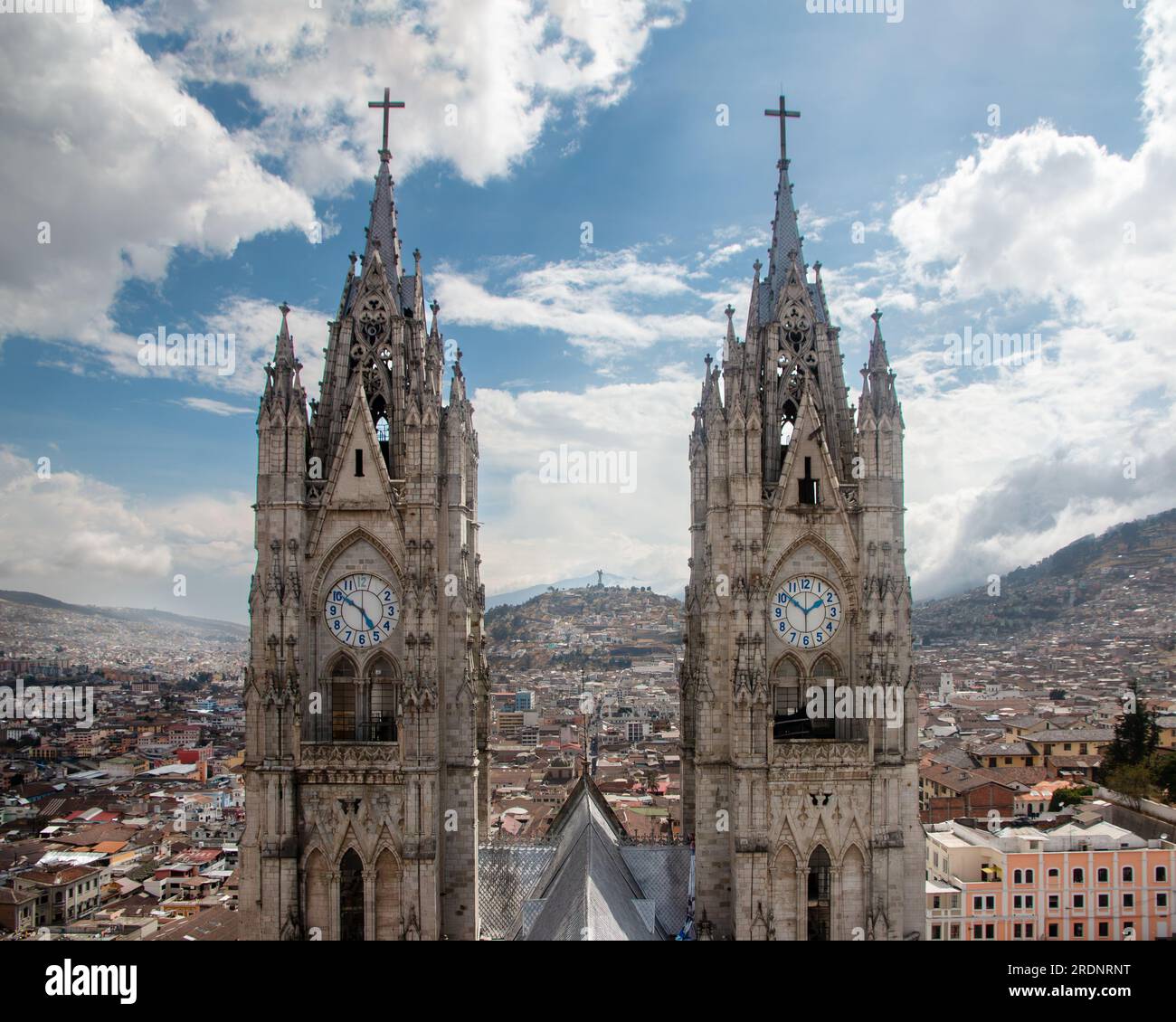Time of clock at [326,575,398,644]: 4:50
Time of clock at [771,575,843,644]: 1:51
